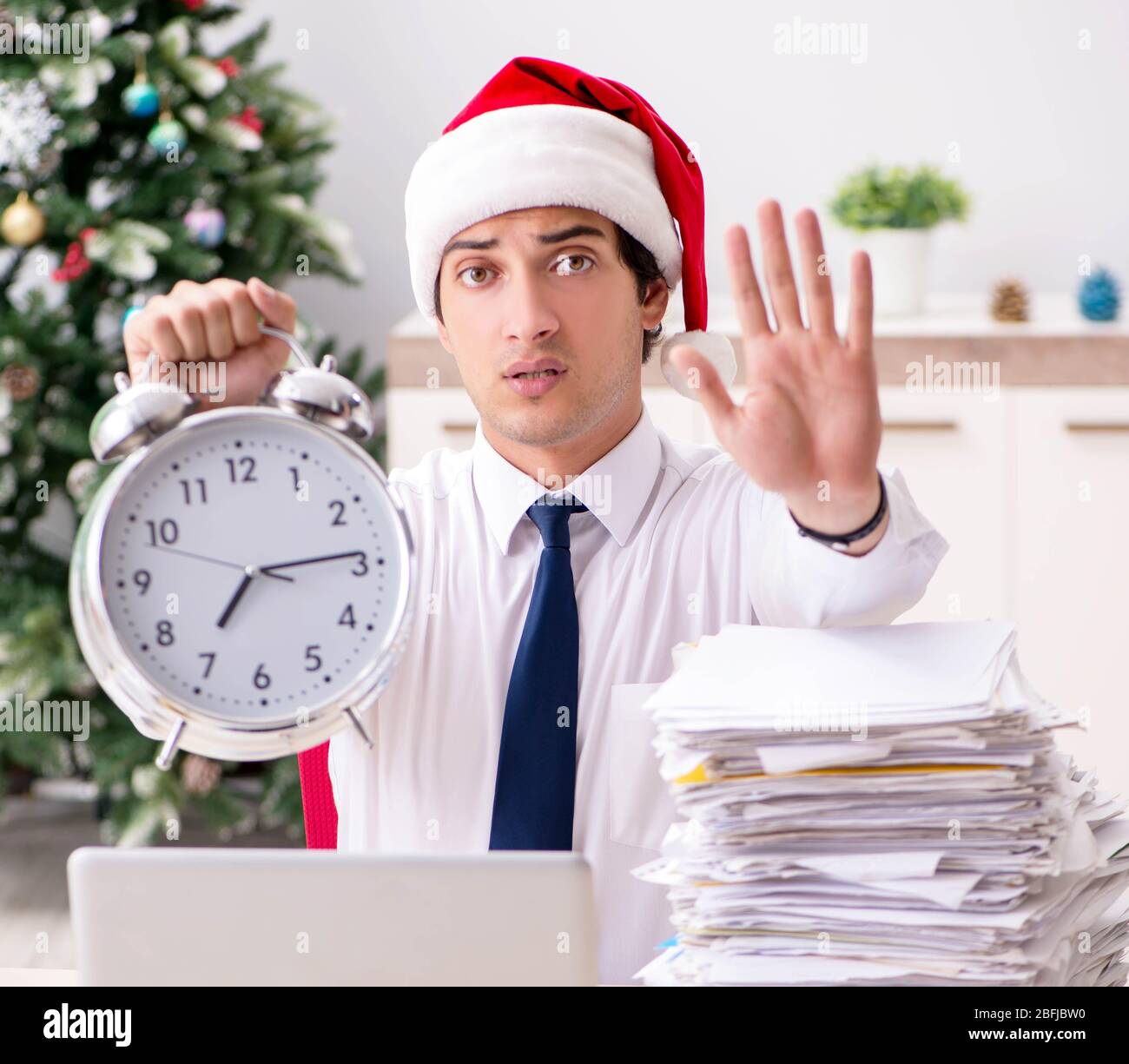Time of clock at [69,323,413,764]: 7:14
